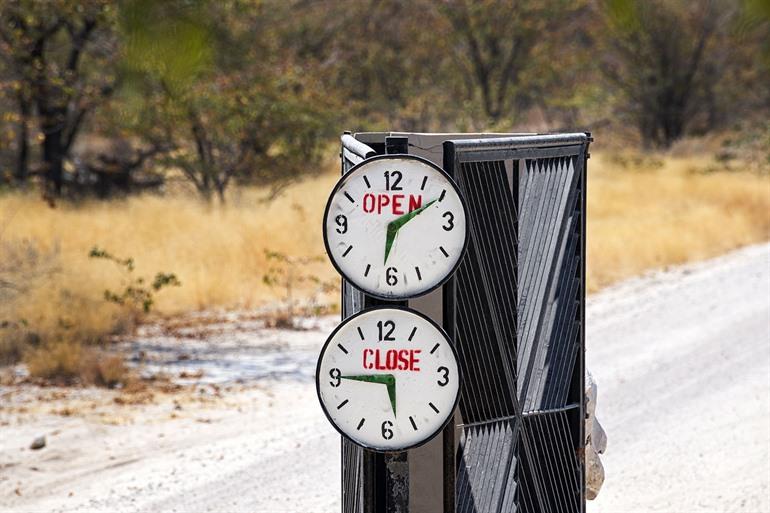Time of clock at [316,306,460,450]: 5:45
